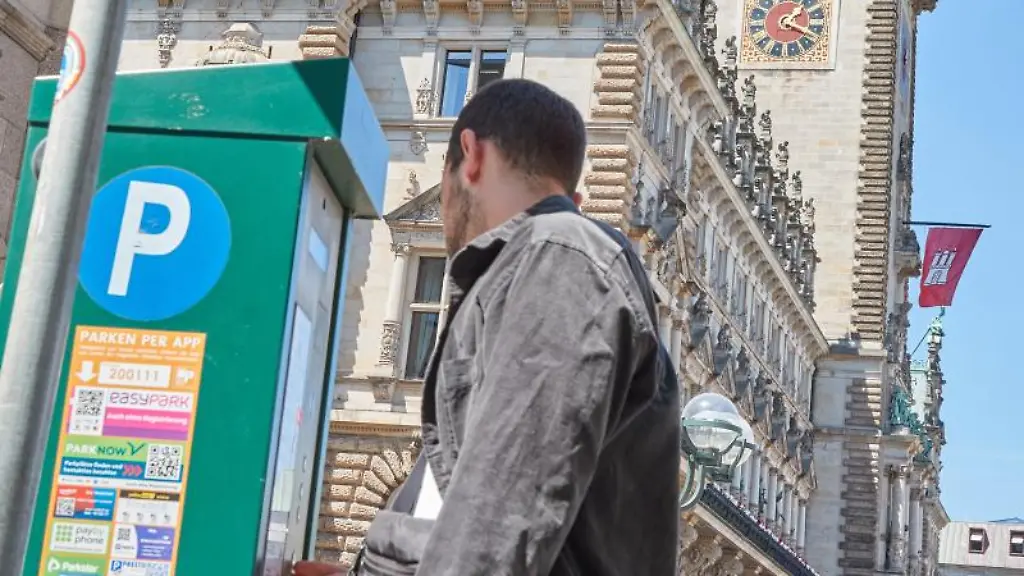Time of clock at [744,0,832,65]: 1:18
